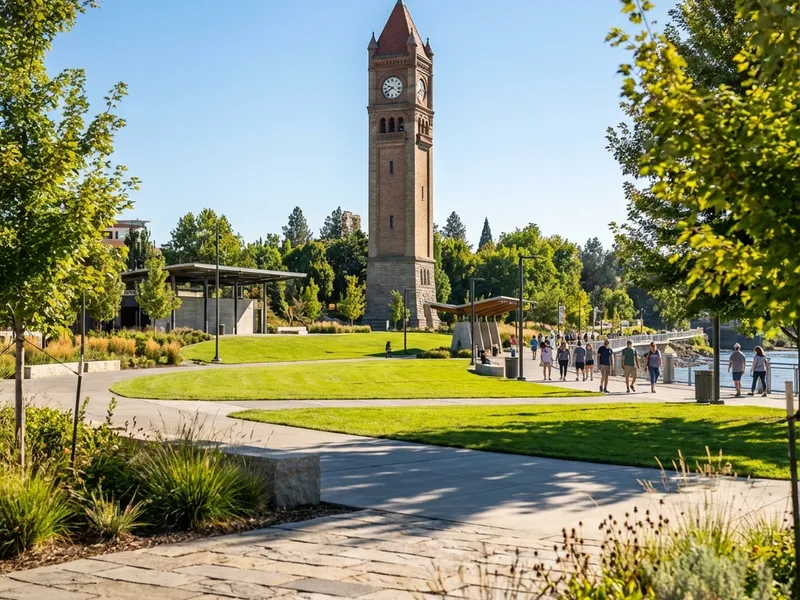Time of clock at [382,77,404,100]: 9:39
